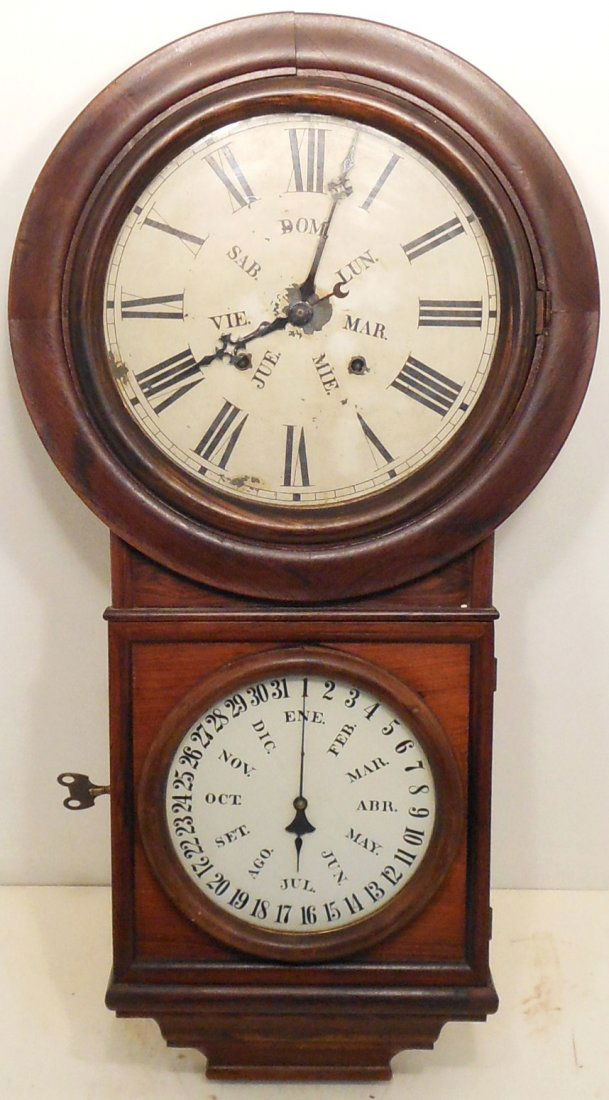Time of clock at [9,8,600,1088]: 8:02
